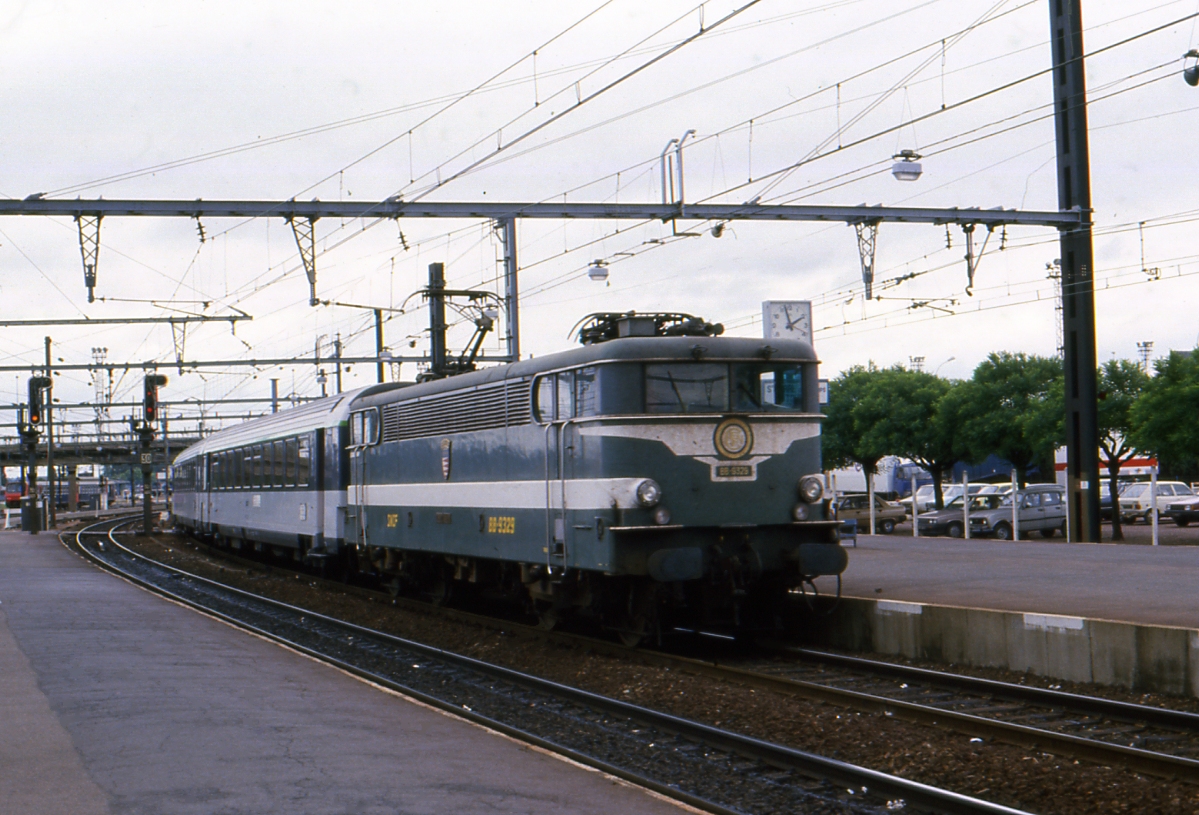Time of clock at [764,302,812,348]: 1:57
